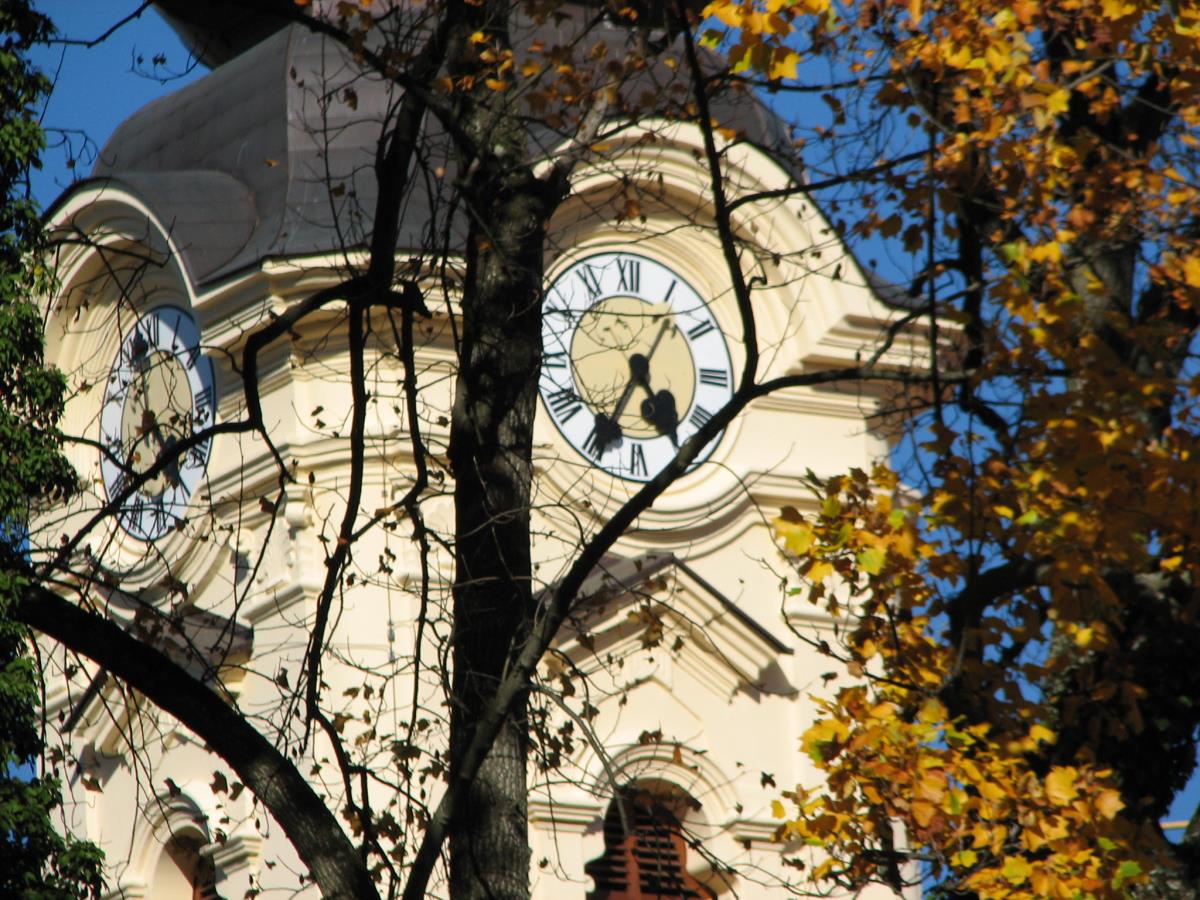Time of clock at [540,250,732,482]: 4:35
